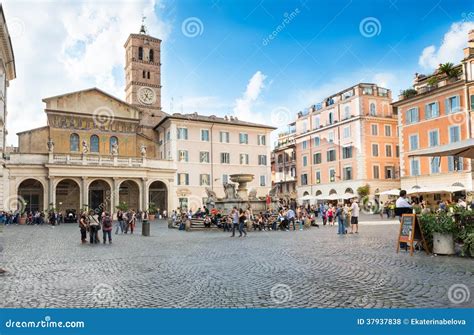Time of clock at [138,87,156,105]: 4:32
